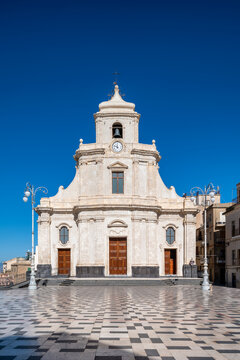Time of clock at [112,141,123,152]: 11:47
